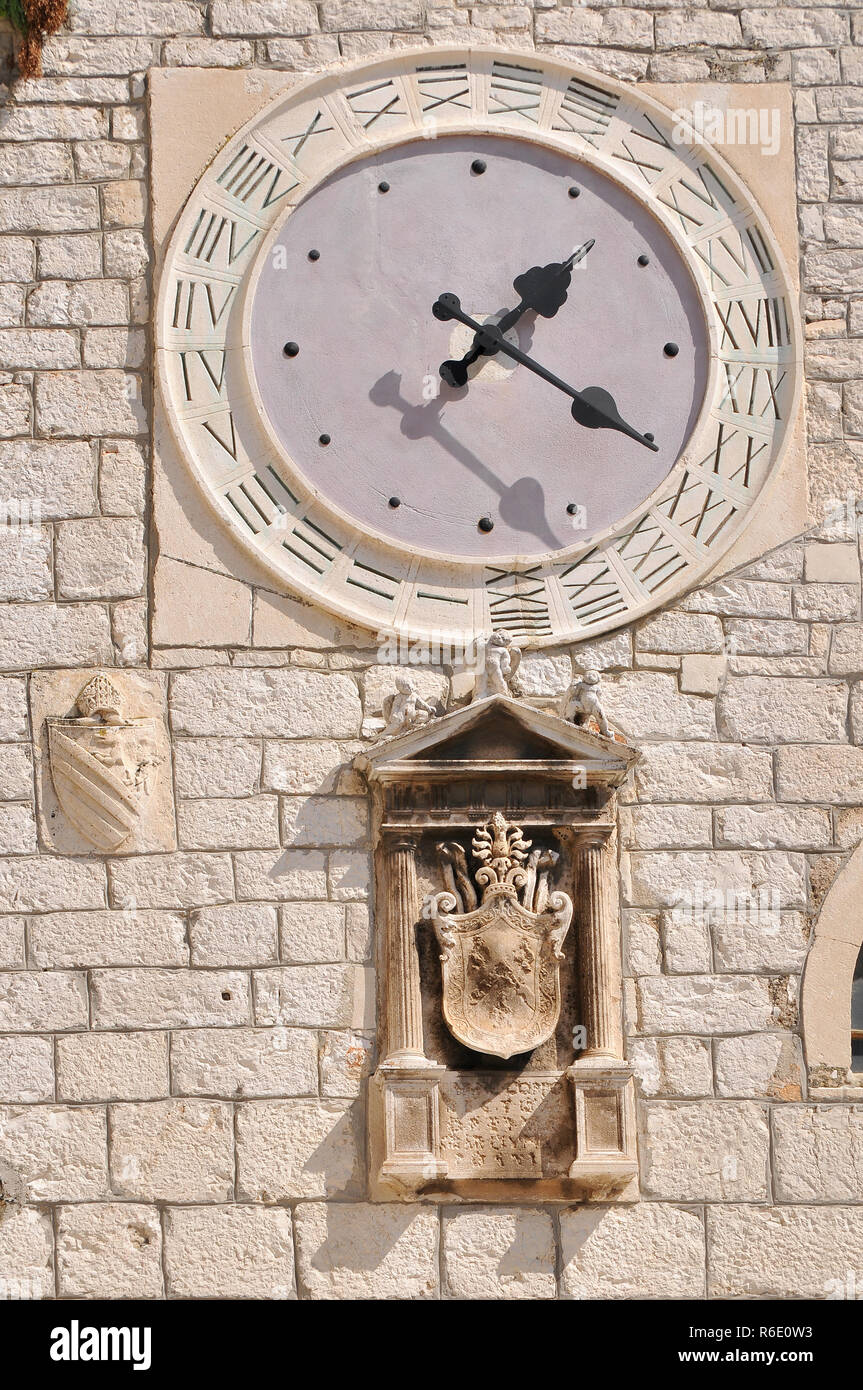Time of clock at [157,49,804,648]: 1:20
